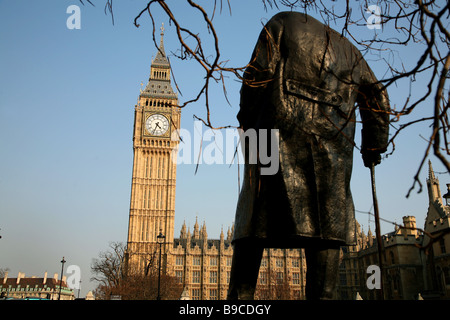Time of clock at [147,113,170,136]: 4:33
